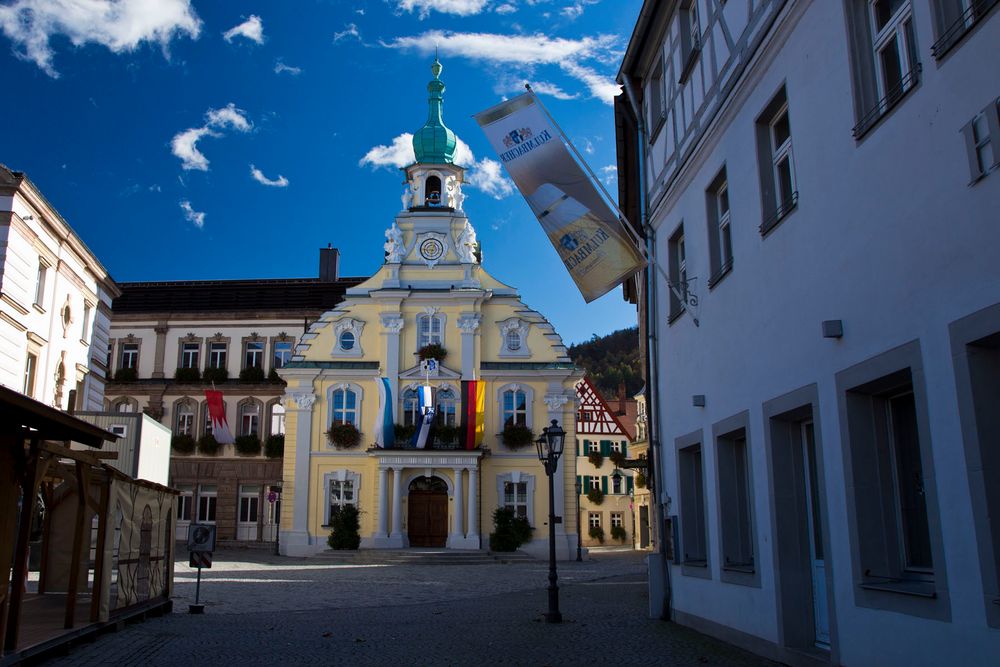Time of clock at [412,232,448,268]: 9:01
